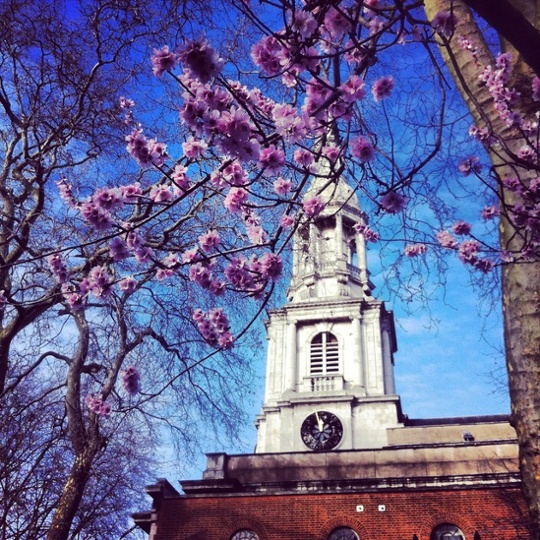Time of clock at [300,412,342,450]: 11:57
